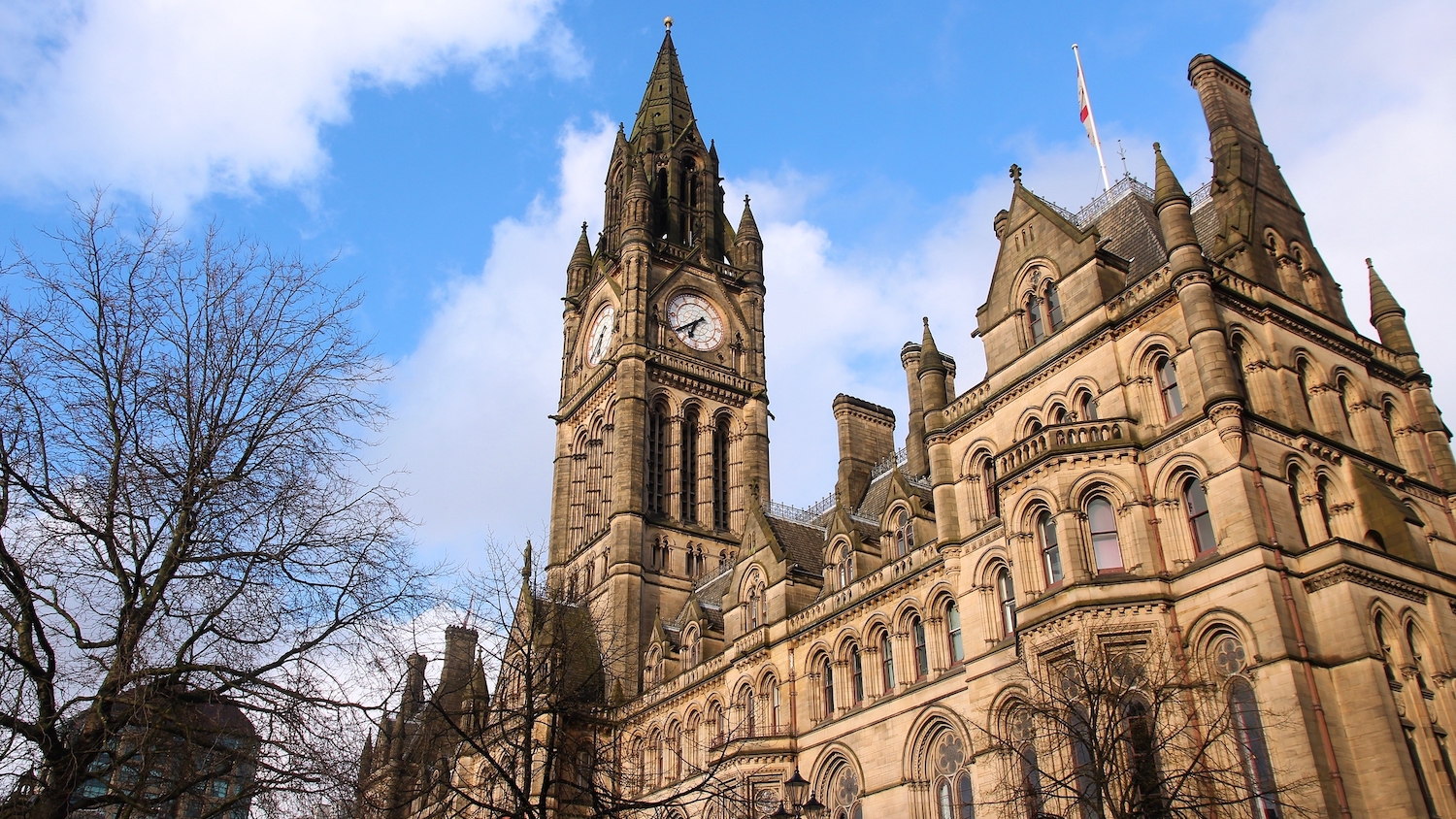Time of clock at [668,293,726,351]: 6:39
